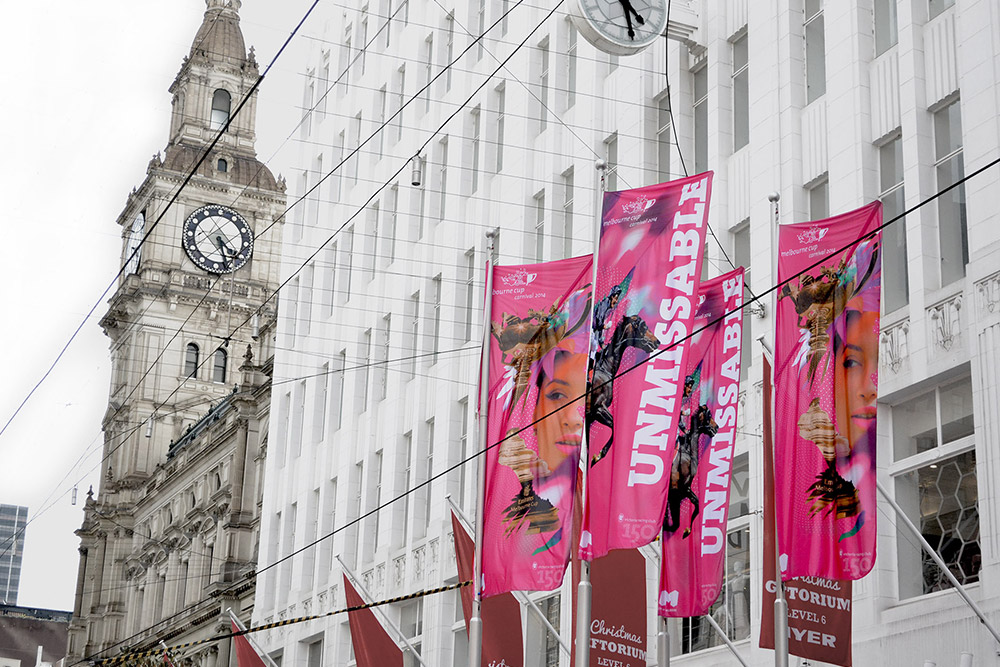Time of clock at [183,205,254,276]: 4:26
